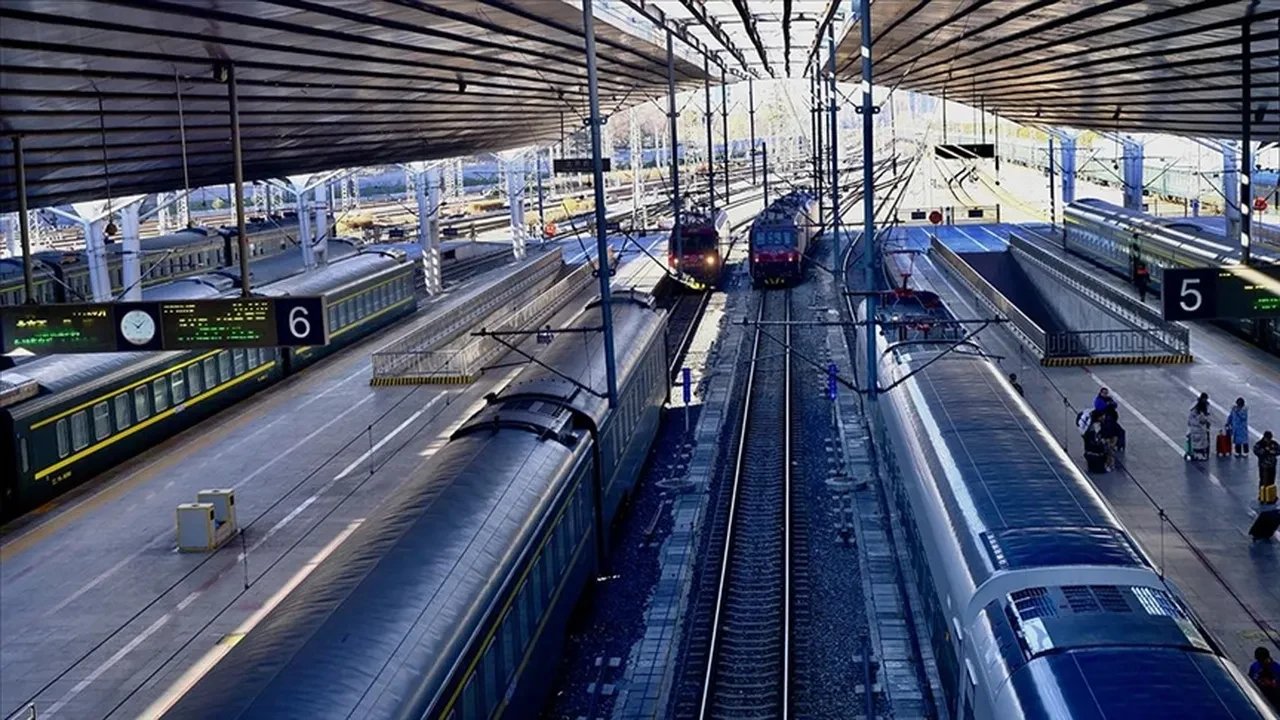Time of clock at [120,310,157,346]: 10:07
